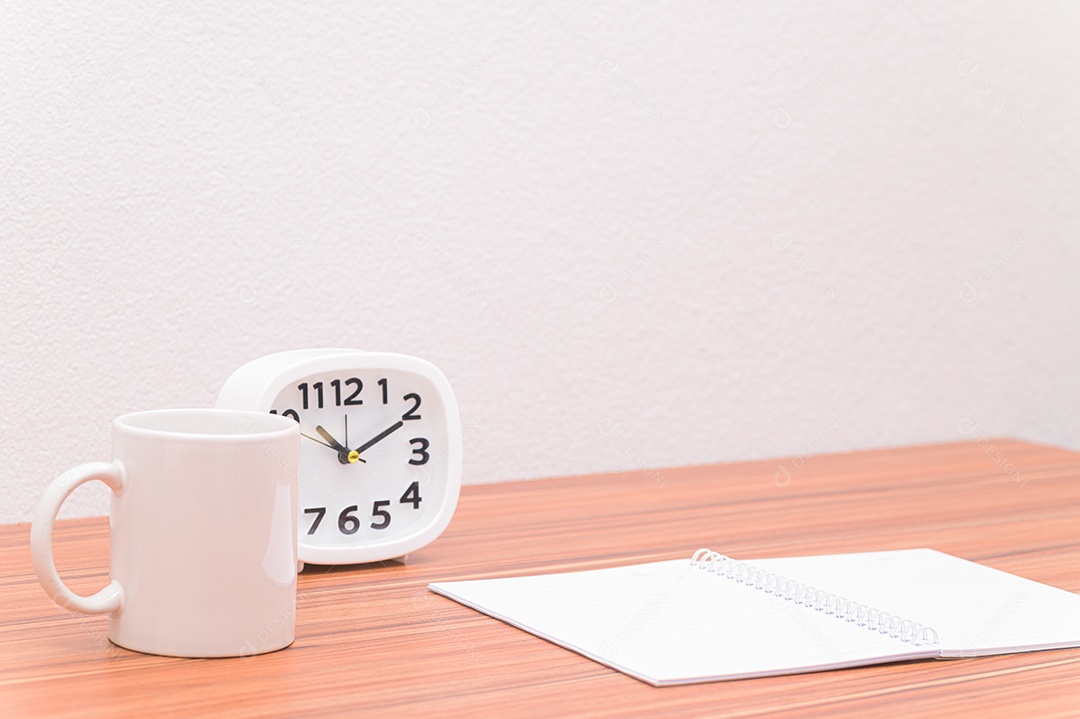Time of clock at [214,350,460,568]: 10:10
